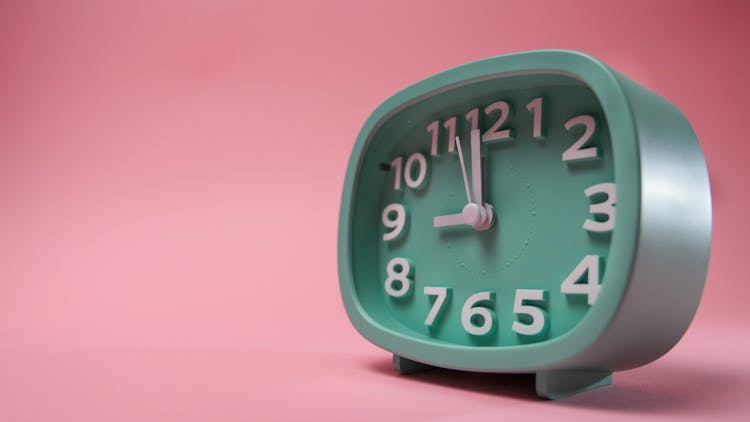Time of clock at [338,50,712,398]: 8:59
